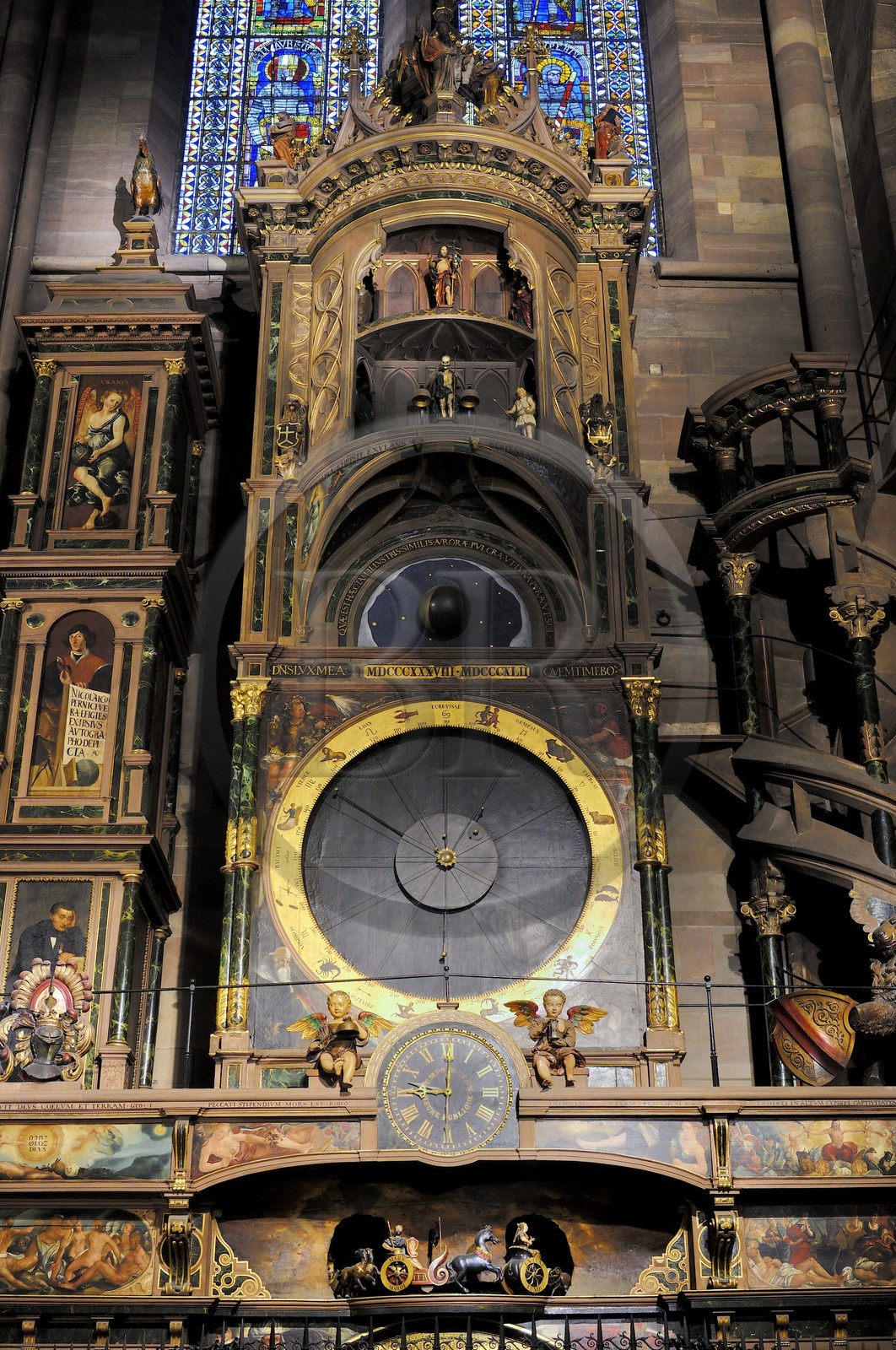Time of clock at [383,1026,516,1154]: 9:00
